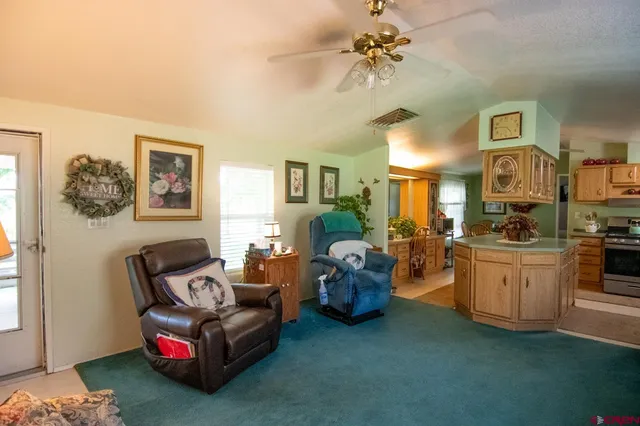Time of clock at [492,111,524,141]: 4:46
